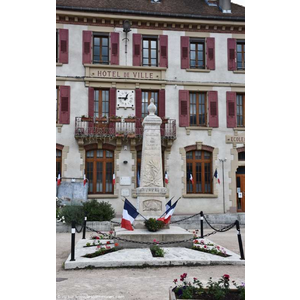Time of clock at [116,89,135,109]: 12:46
